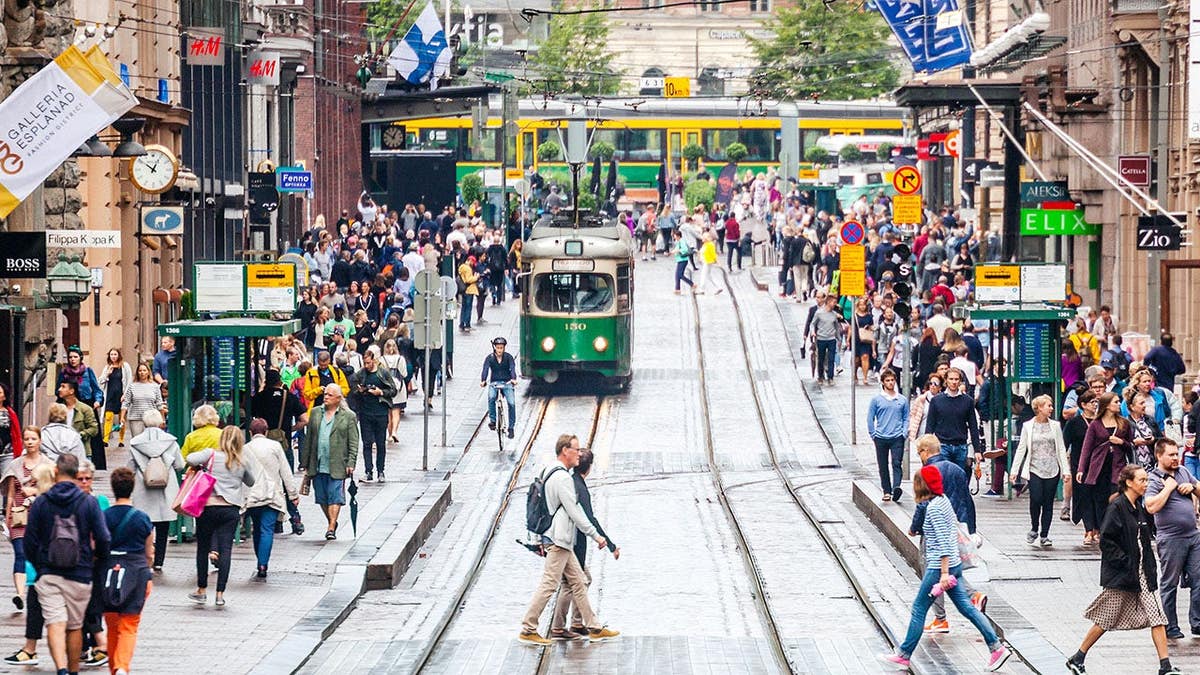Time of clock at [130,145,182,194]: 12:51
